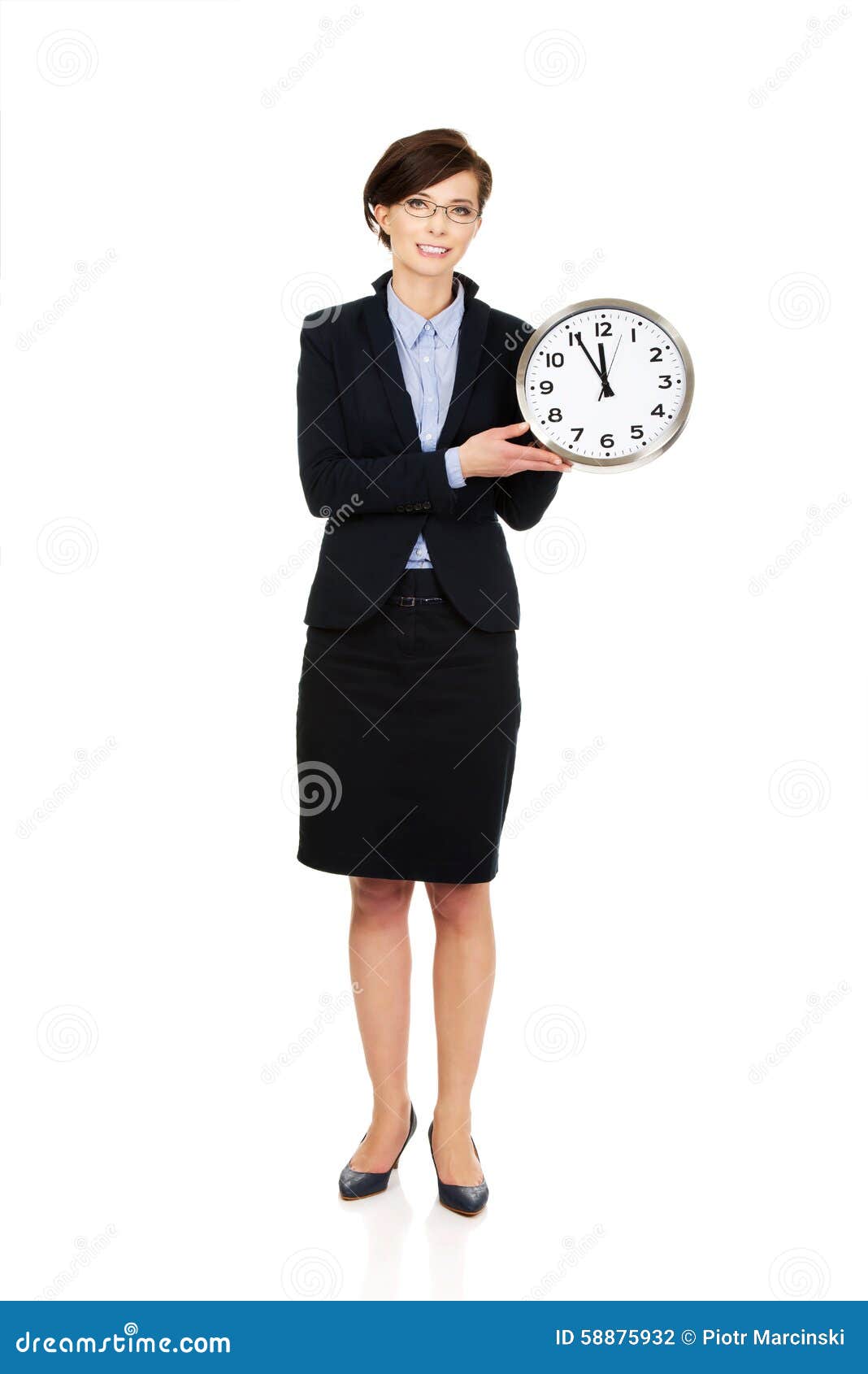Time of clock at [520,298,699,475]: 11:55
